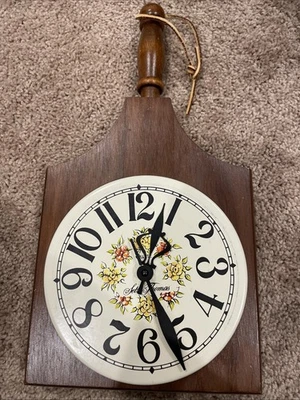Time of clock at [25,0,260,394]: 12:26
